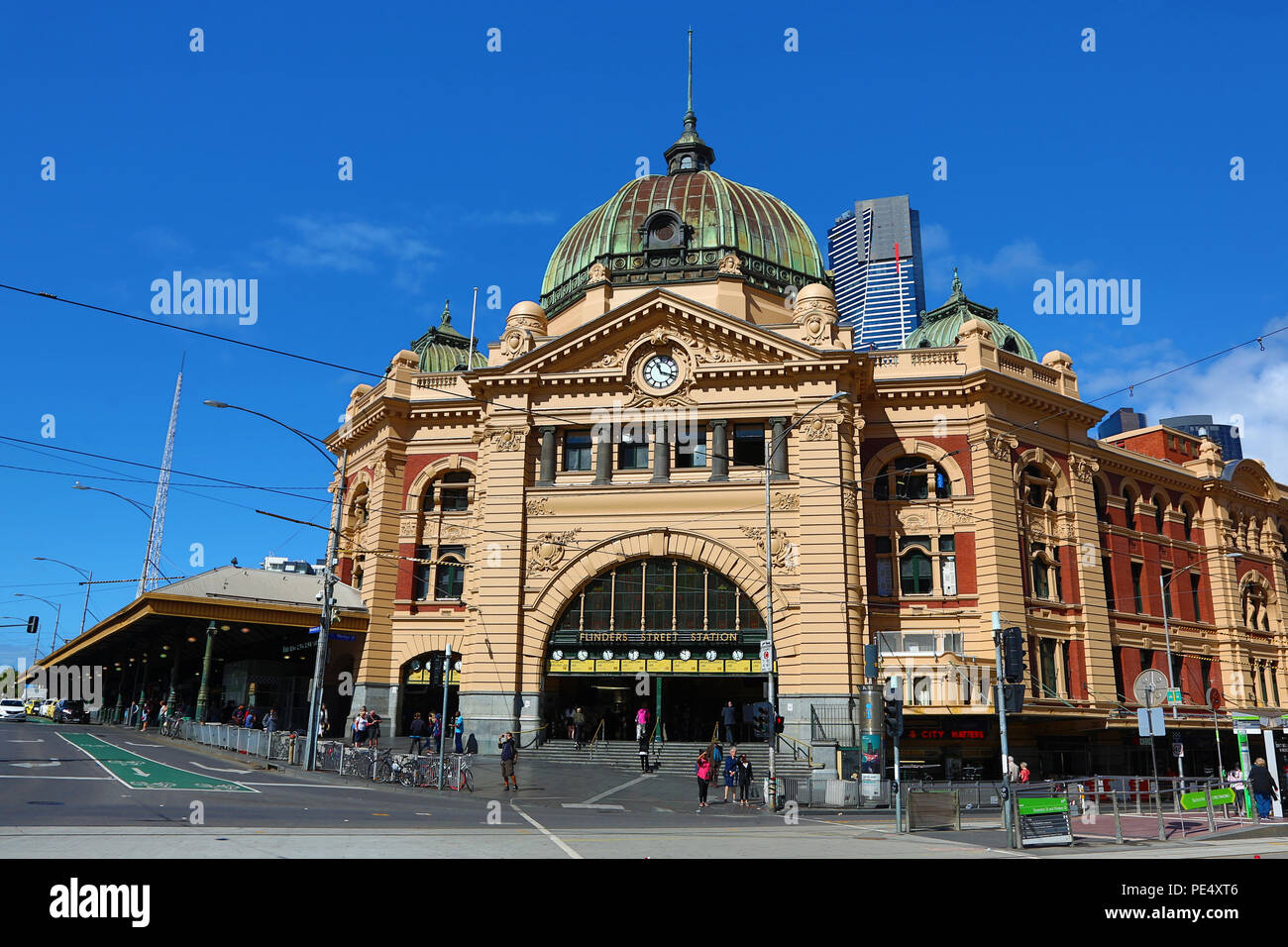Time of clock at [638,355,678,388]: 11:17
